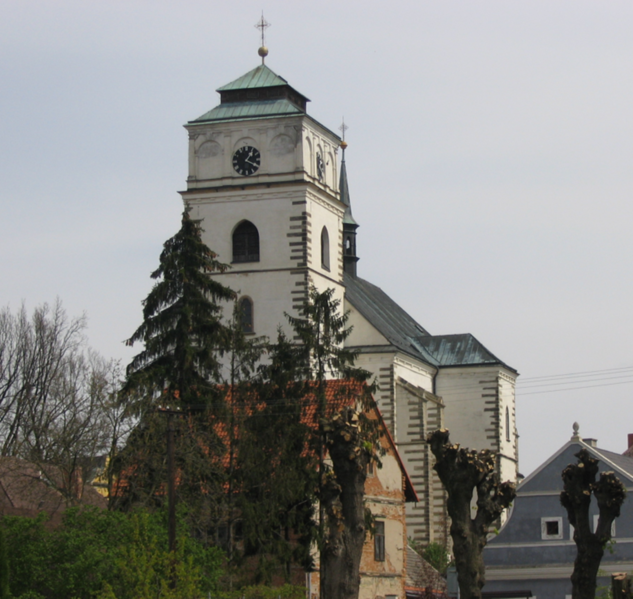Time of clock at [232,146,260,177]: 1:19
